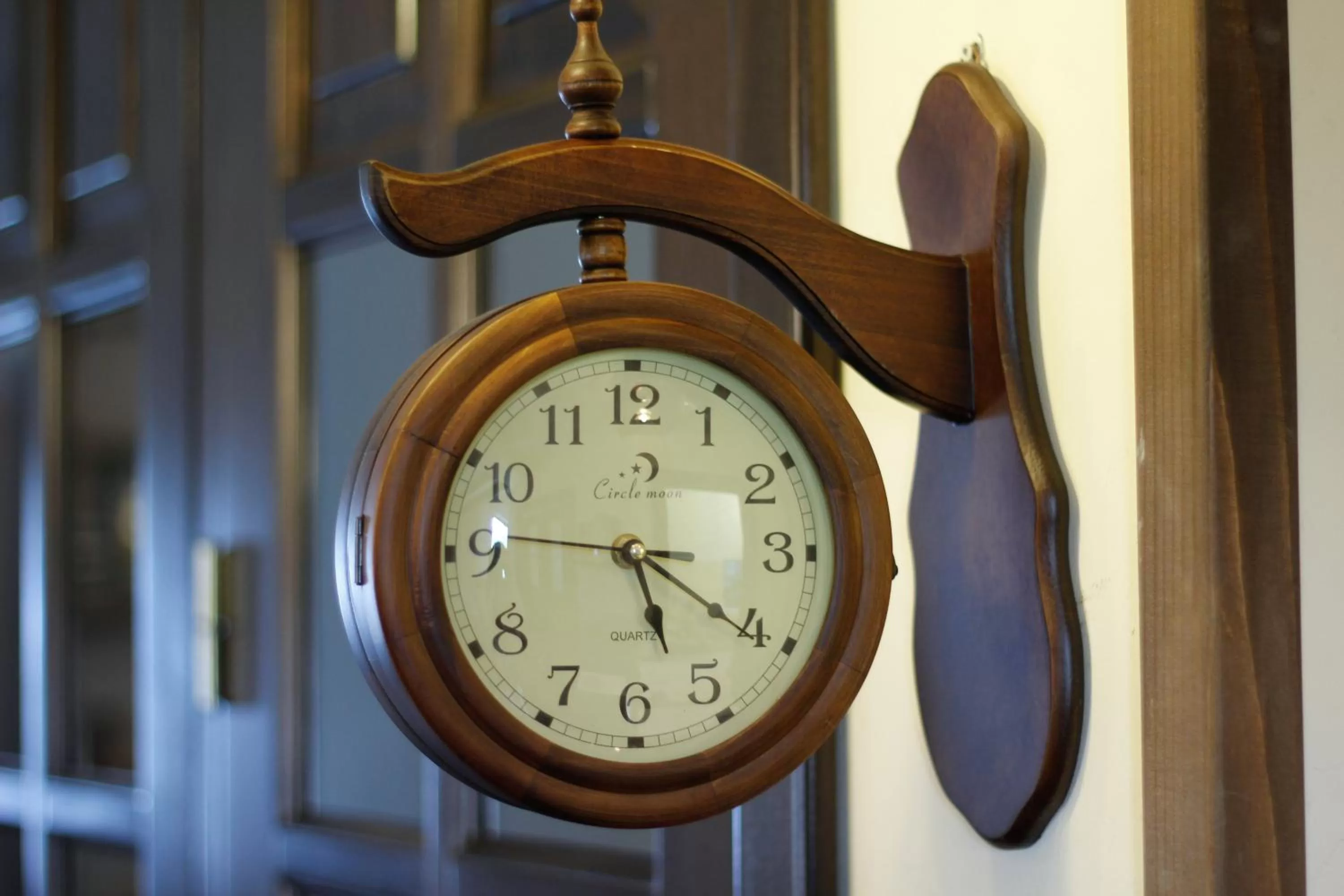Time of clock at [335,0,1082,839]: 5:20
